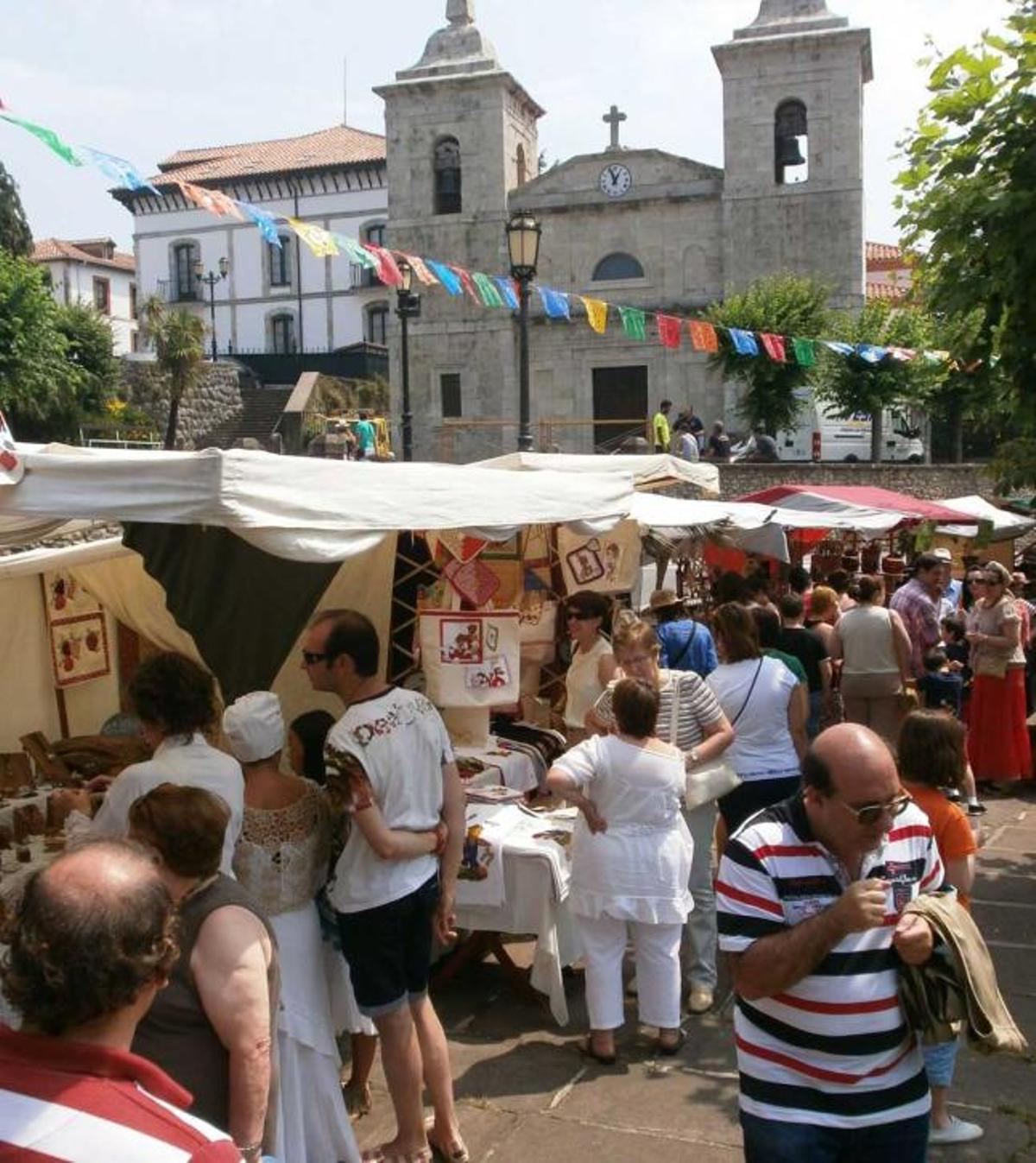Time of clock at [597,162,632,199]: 12:56
